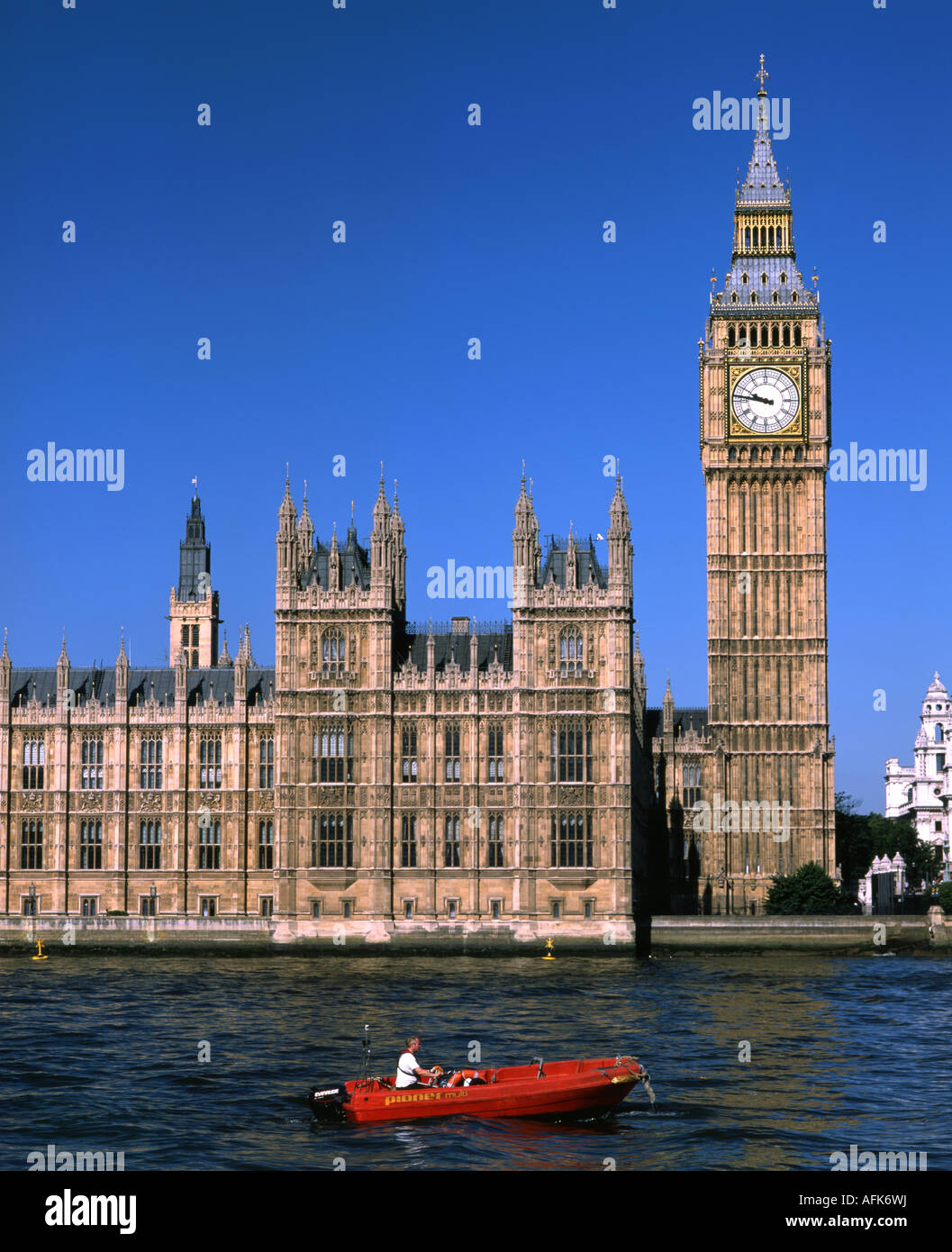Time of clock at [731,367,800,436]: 9:46
